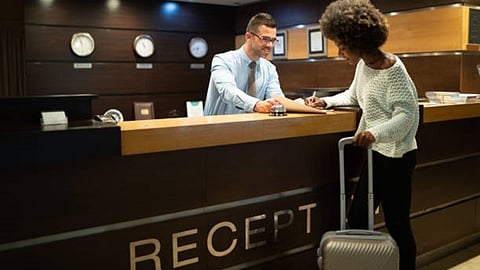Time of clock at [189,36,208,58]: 8:32
